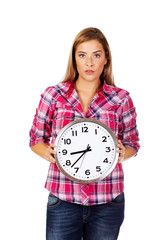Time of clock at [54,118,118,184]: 8:37
